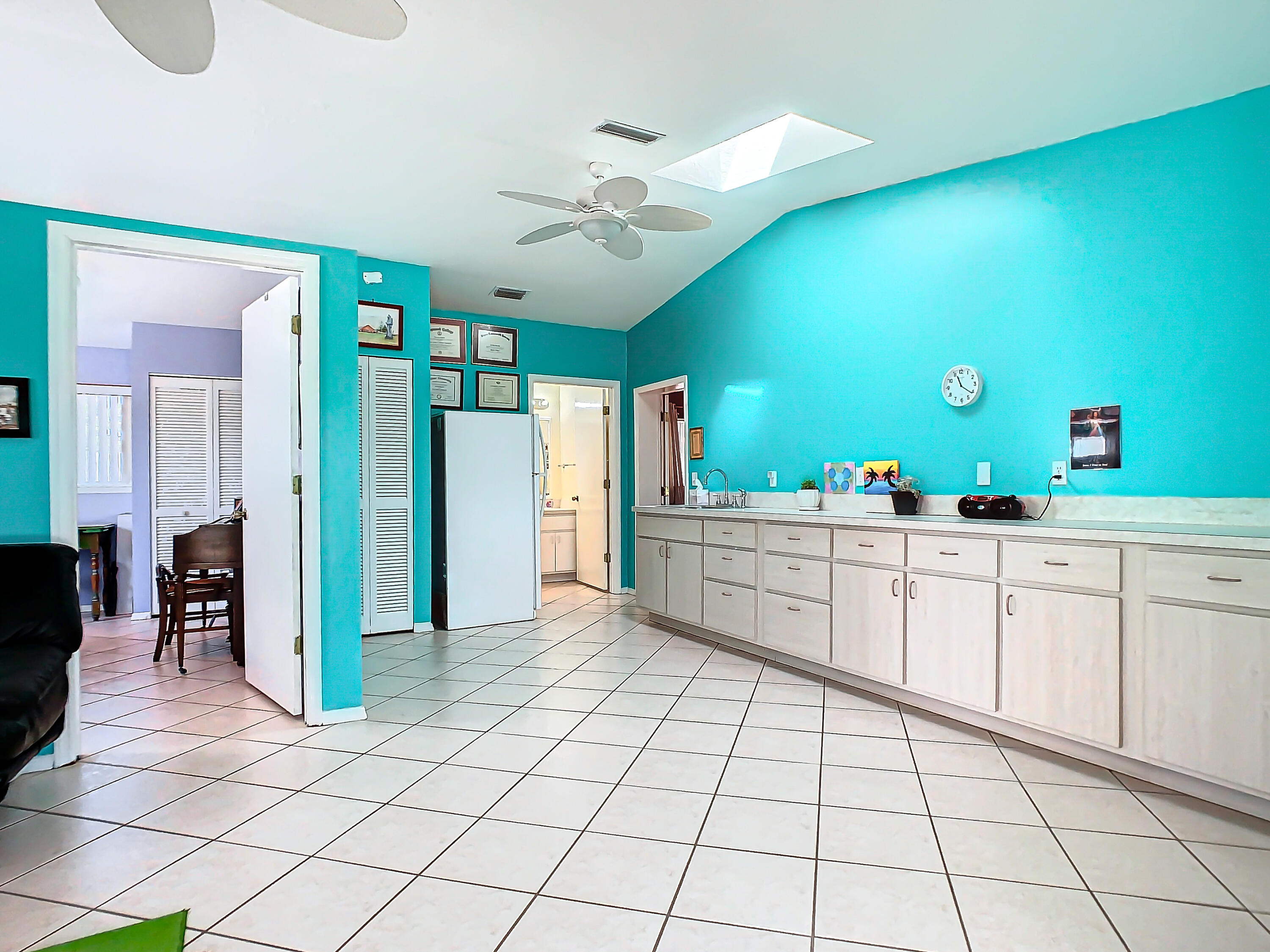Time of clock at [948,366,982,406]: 11:21
